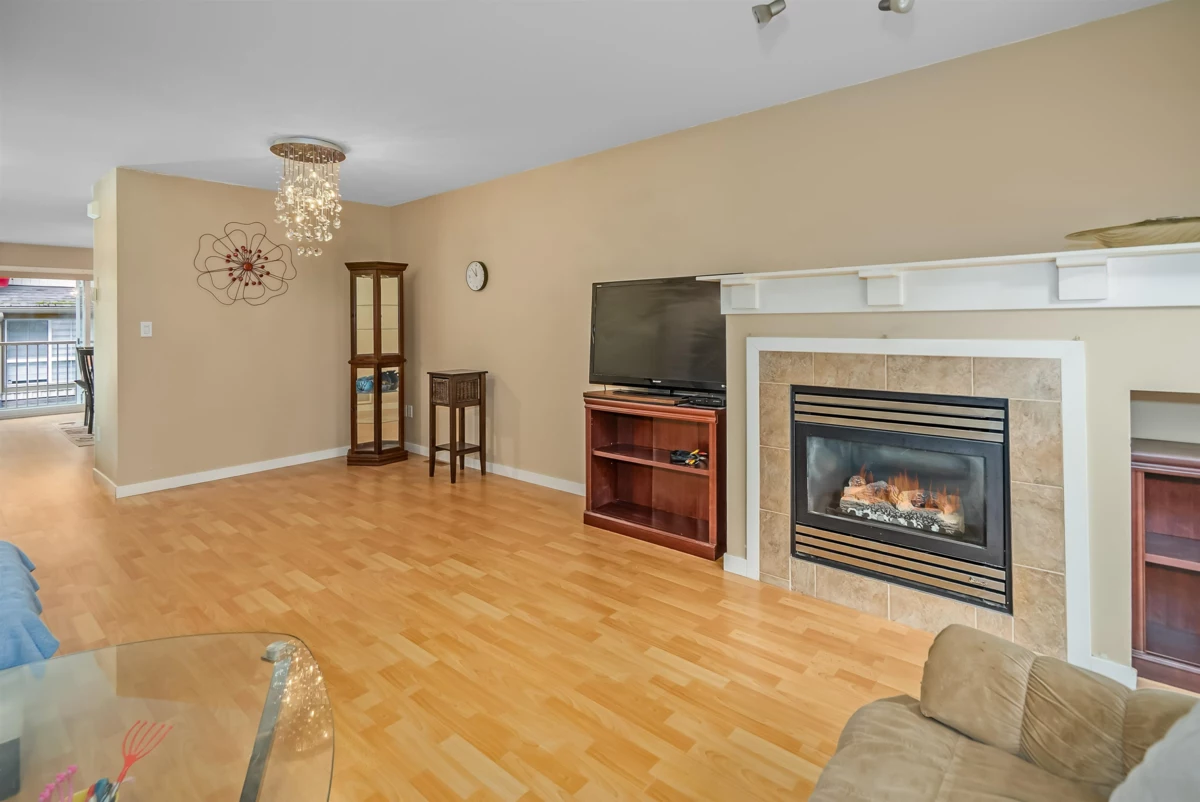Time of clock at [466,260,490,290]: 11:52
